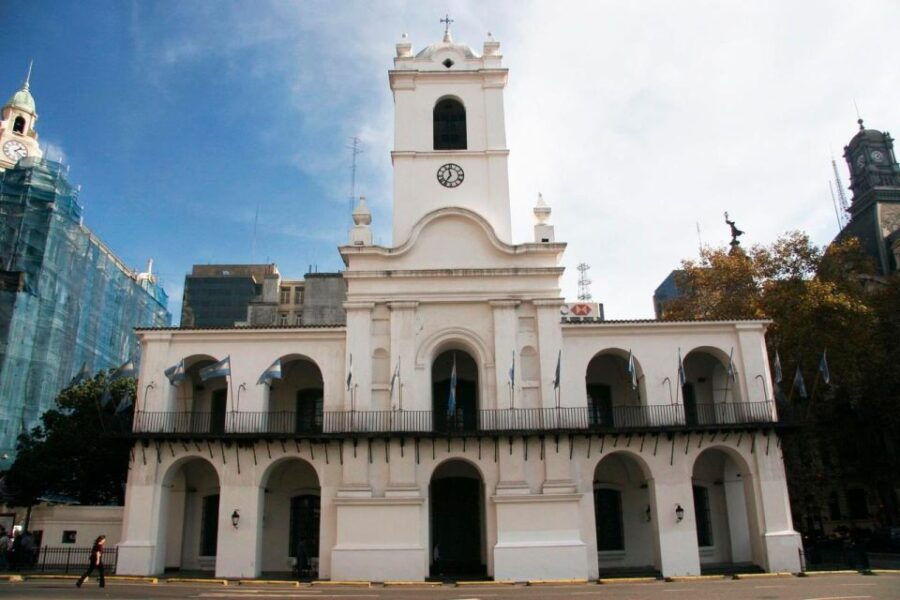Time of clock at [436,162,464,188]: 11:35
